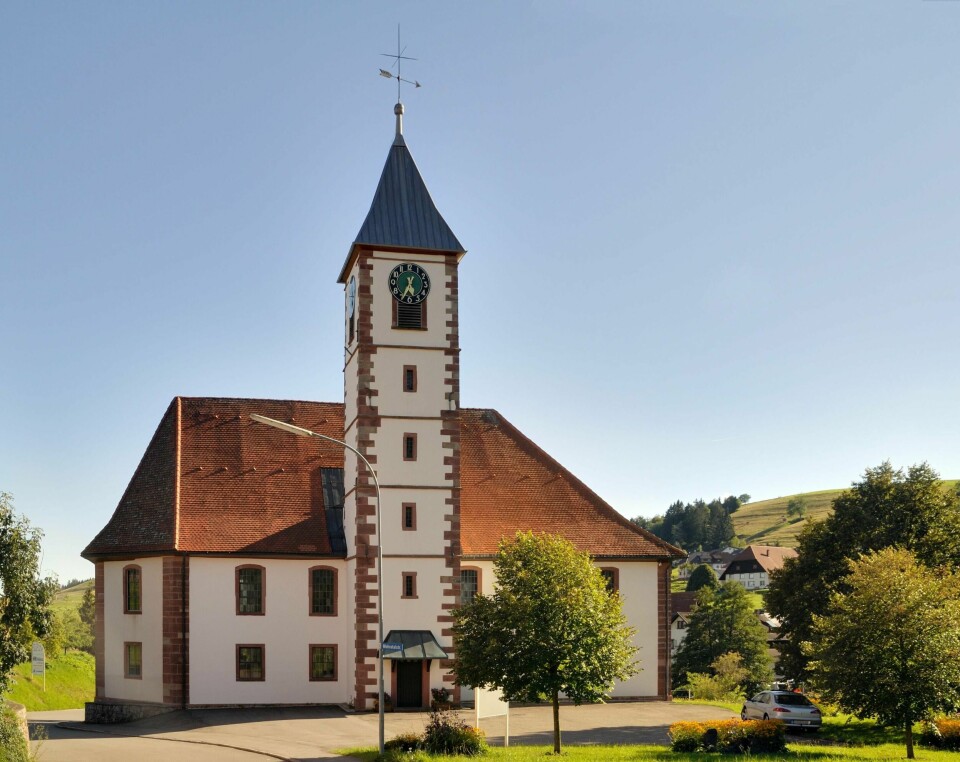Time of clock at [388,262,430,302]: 5:34
